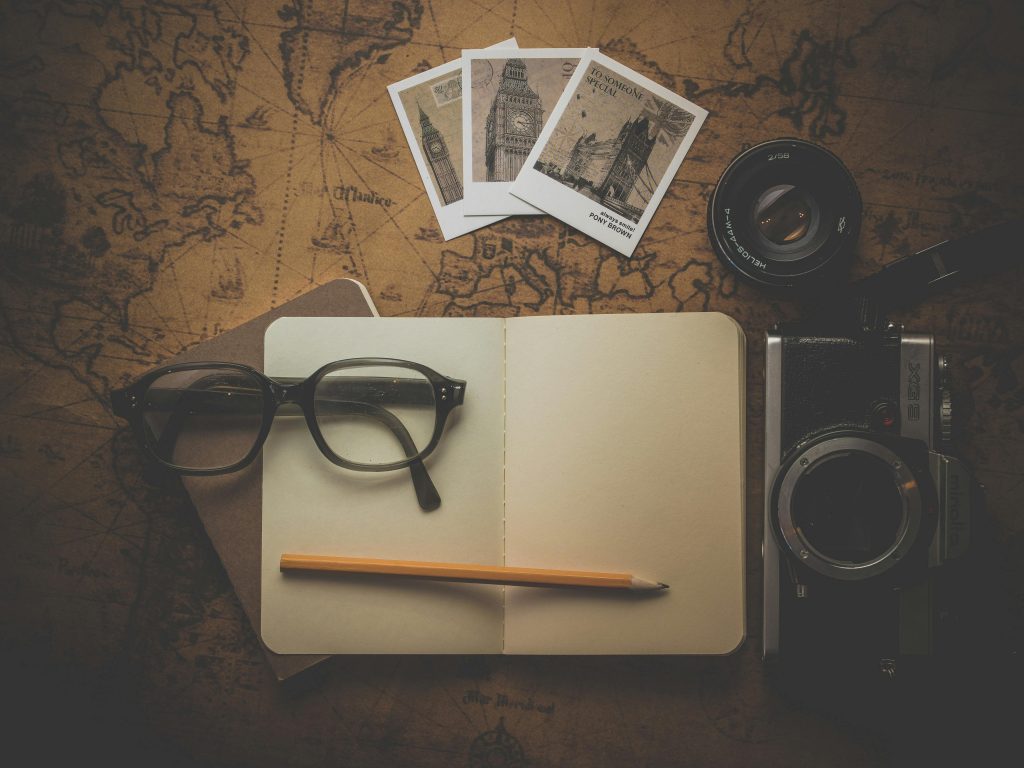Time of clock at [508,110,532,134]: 4:14
